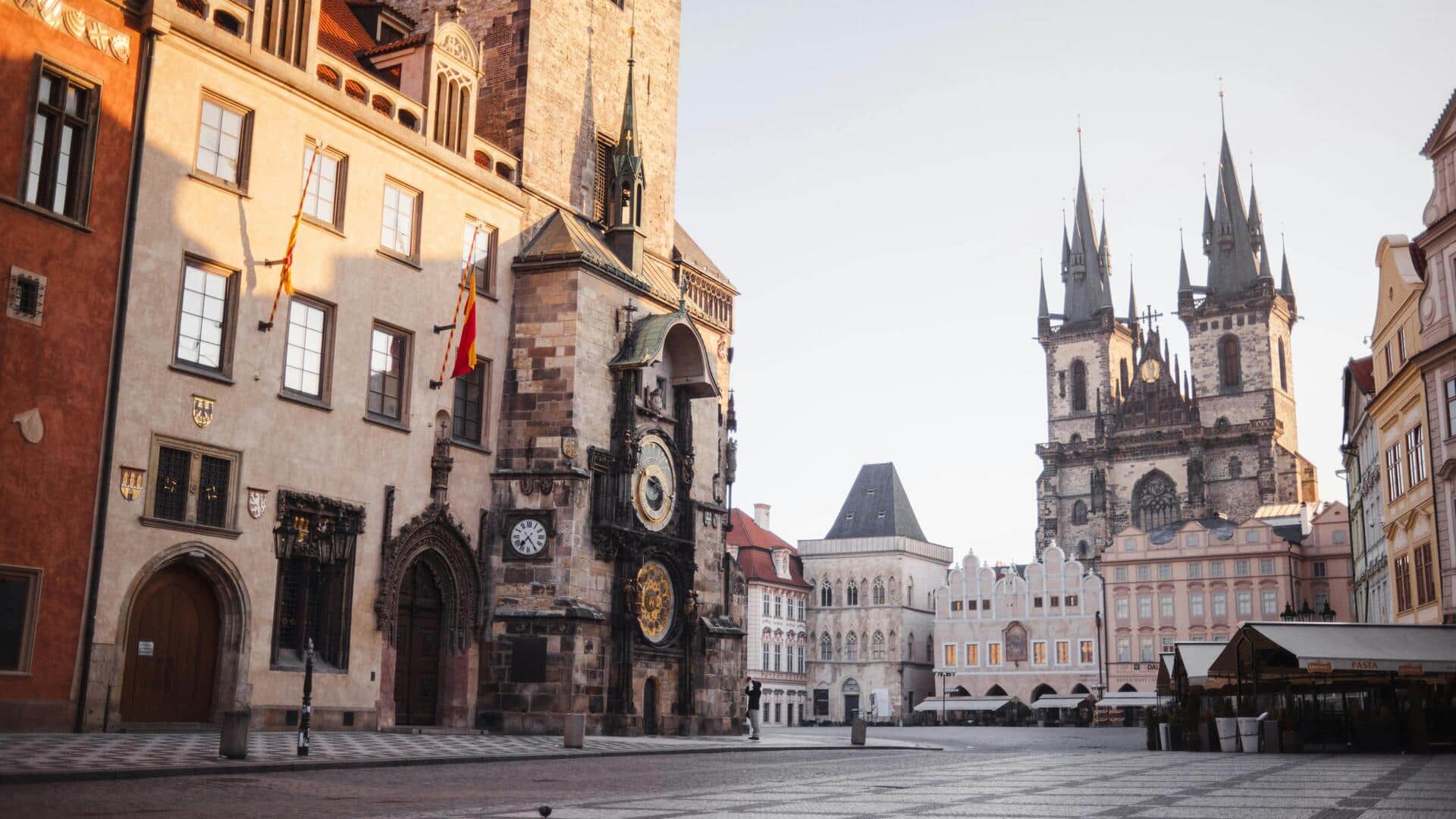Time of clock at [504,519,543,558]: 7:24
